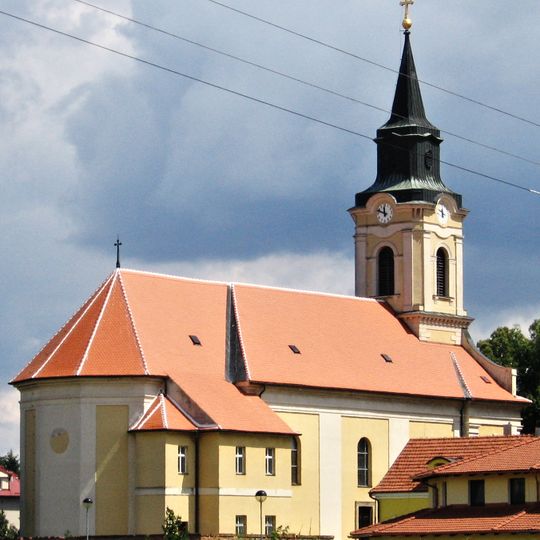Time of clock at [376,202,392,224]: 11:48
